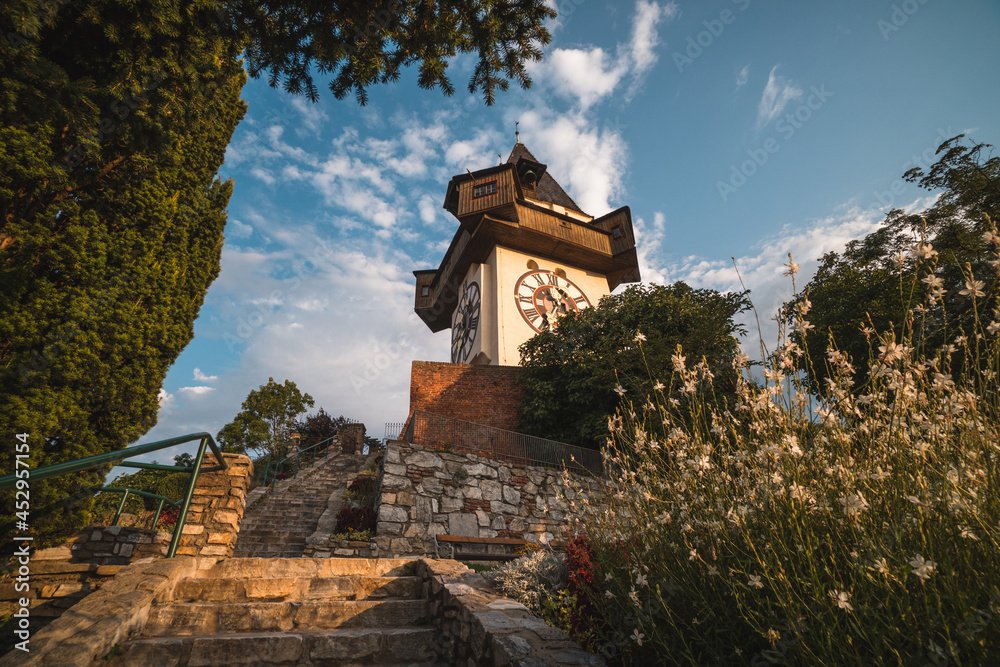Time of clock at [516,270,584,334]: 10:34
